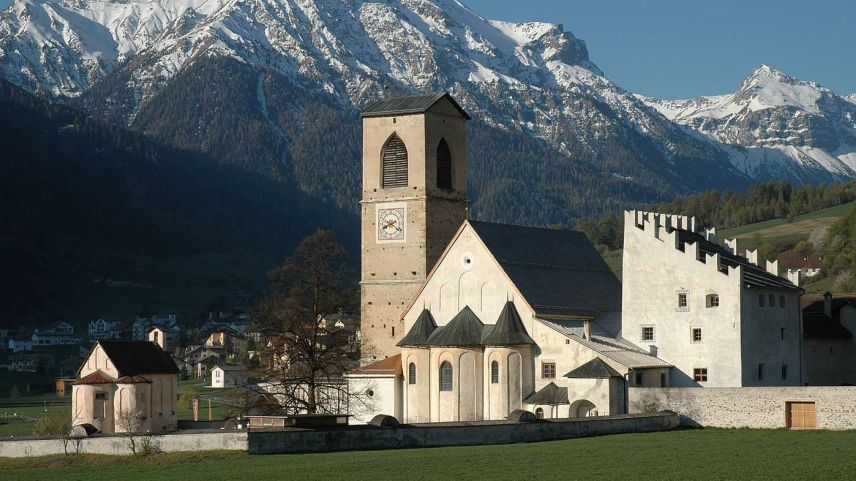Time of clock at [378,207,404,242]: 8:20
